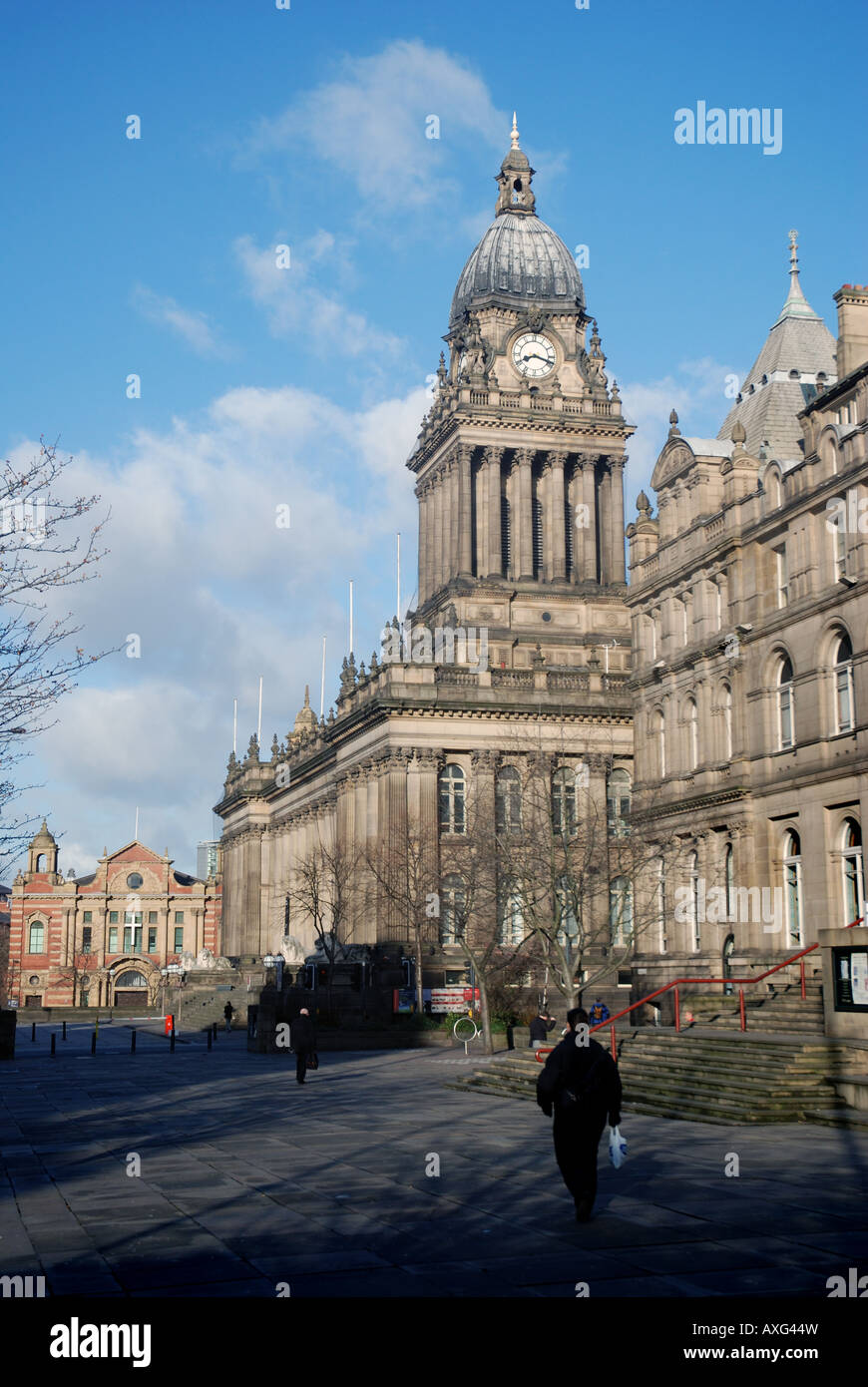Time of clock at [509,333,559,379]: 8:18
